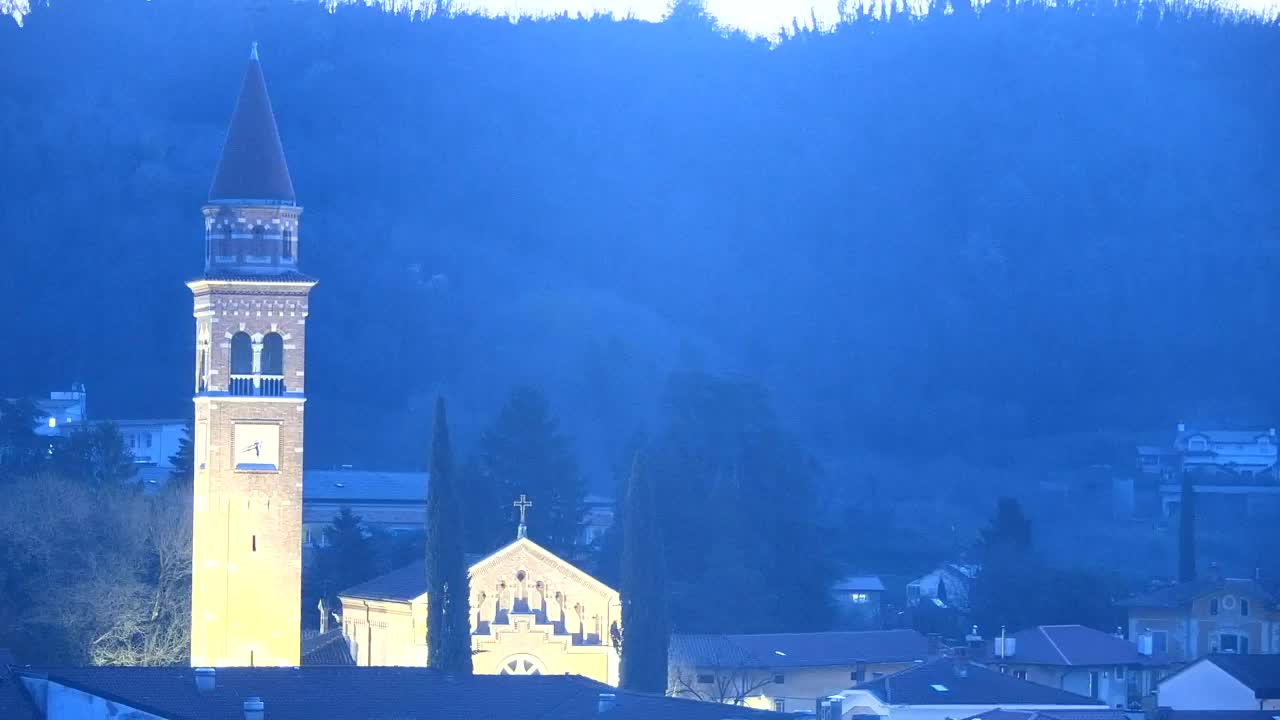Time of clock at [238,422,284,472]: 5:40
